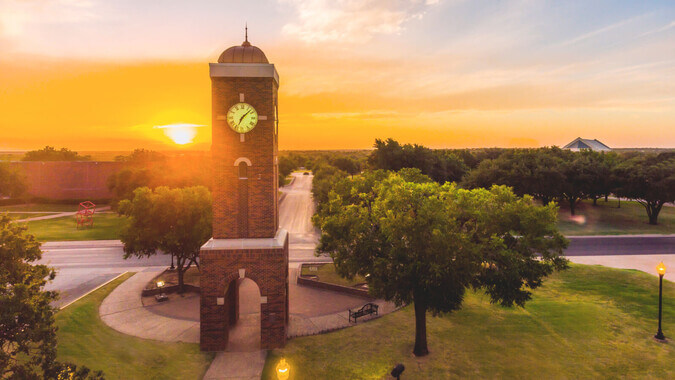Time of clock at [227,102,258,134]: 7:07
